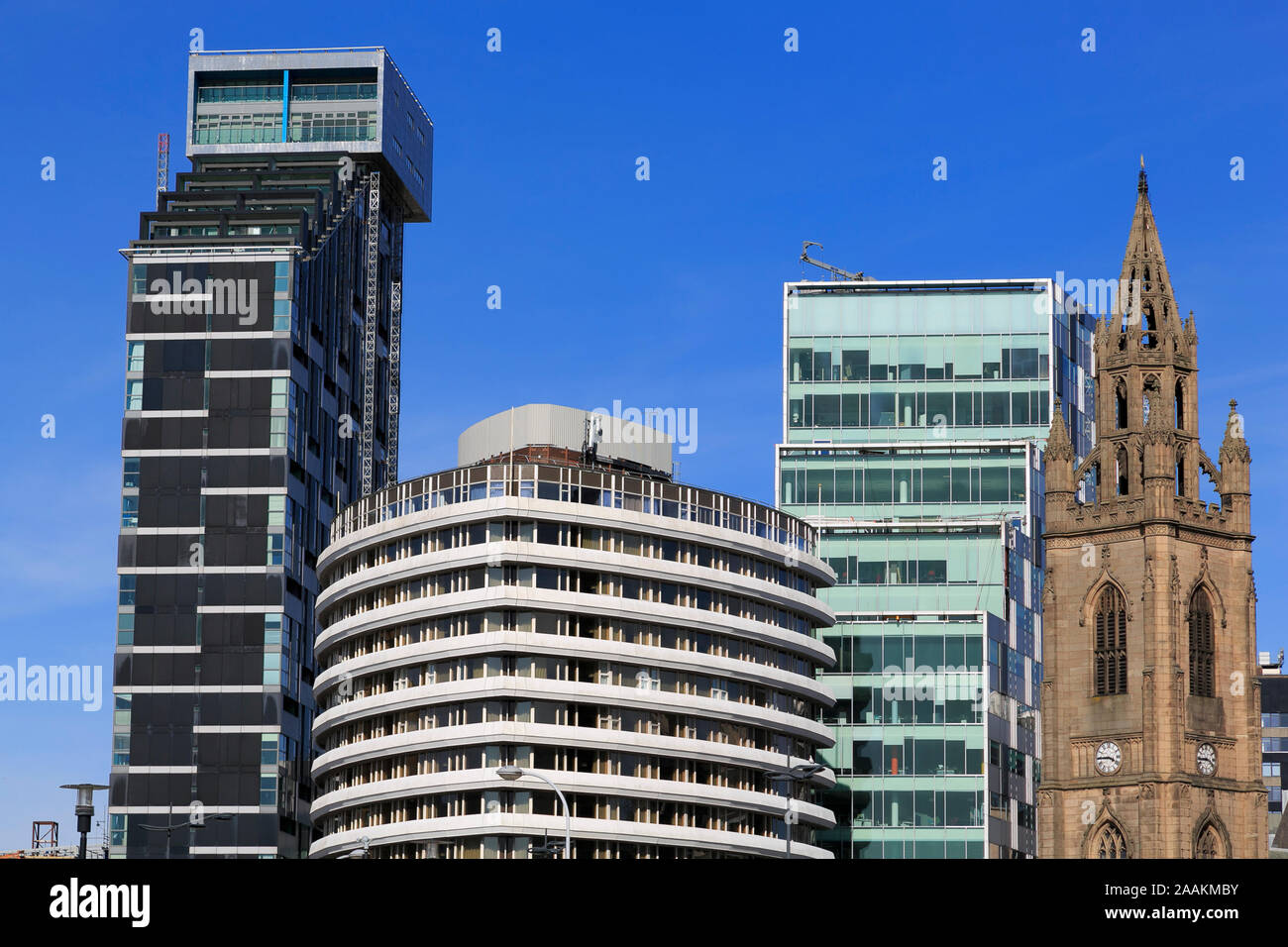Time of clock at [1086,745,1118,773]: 3:44
